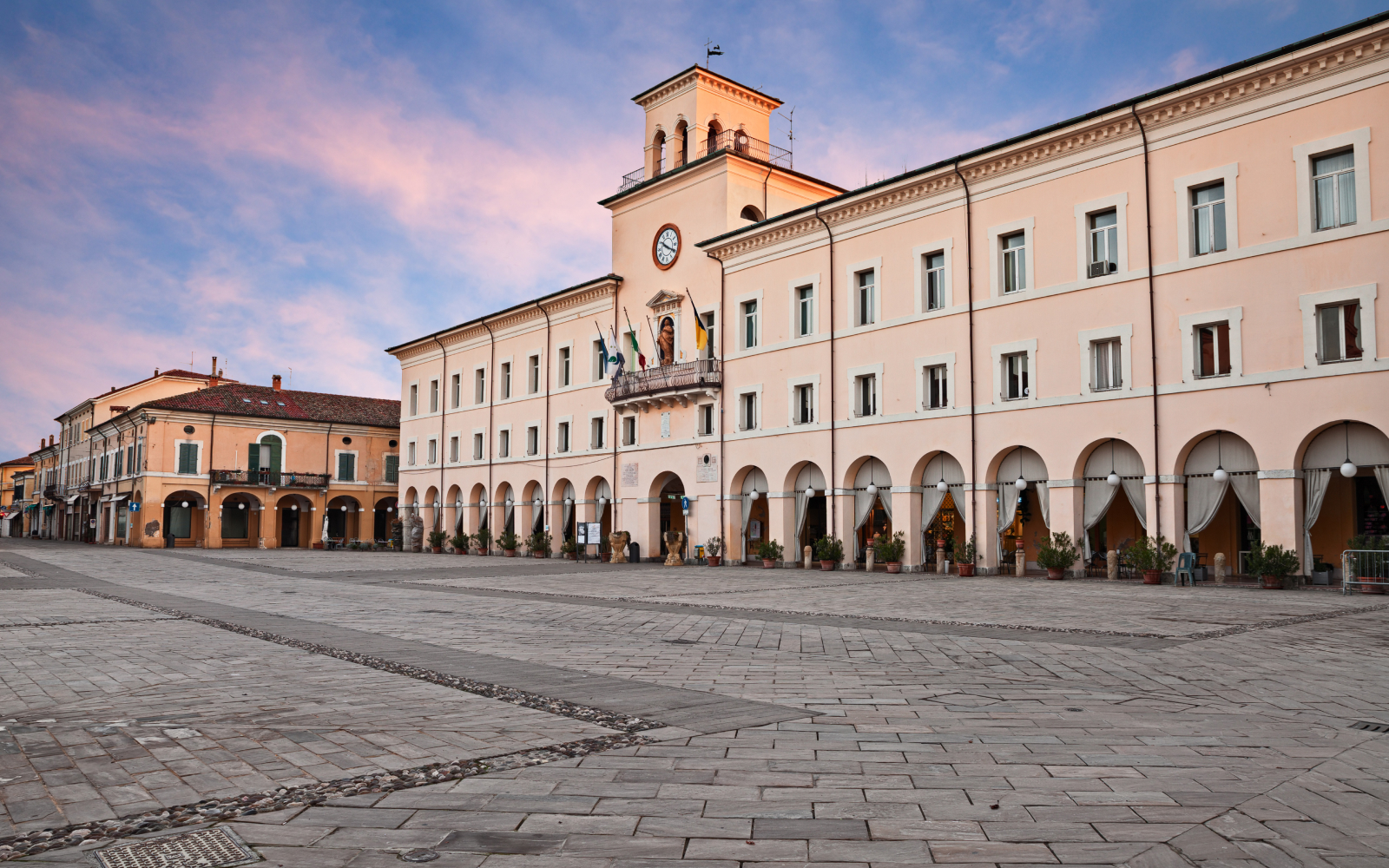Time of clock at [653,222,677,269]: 10:19
